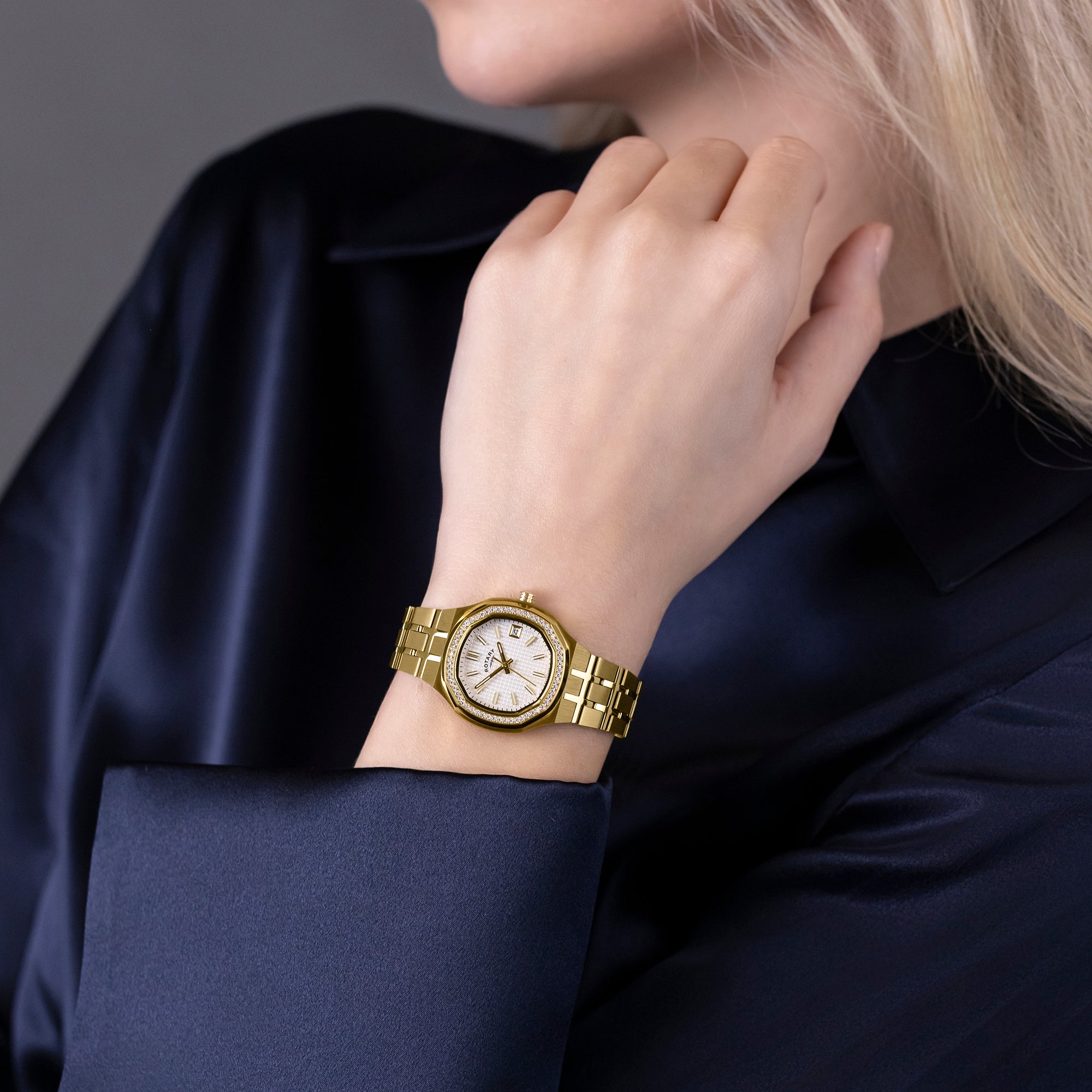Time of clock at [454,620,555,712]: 10:36
